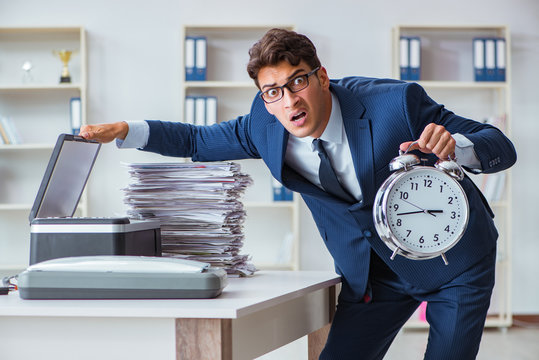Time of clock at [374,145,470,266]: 2:42
